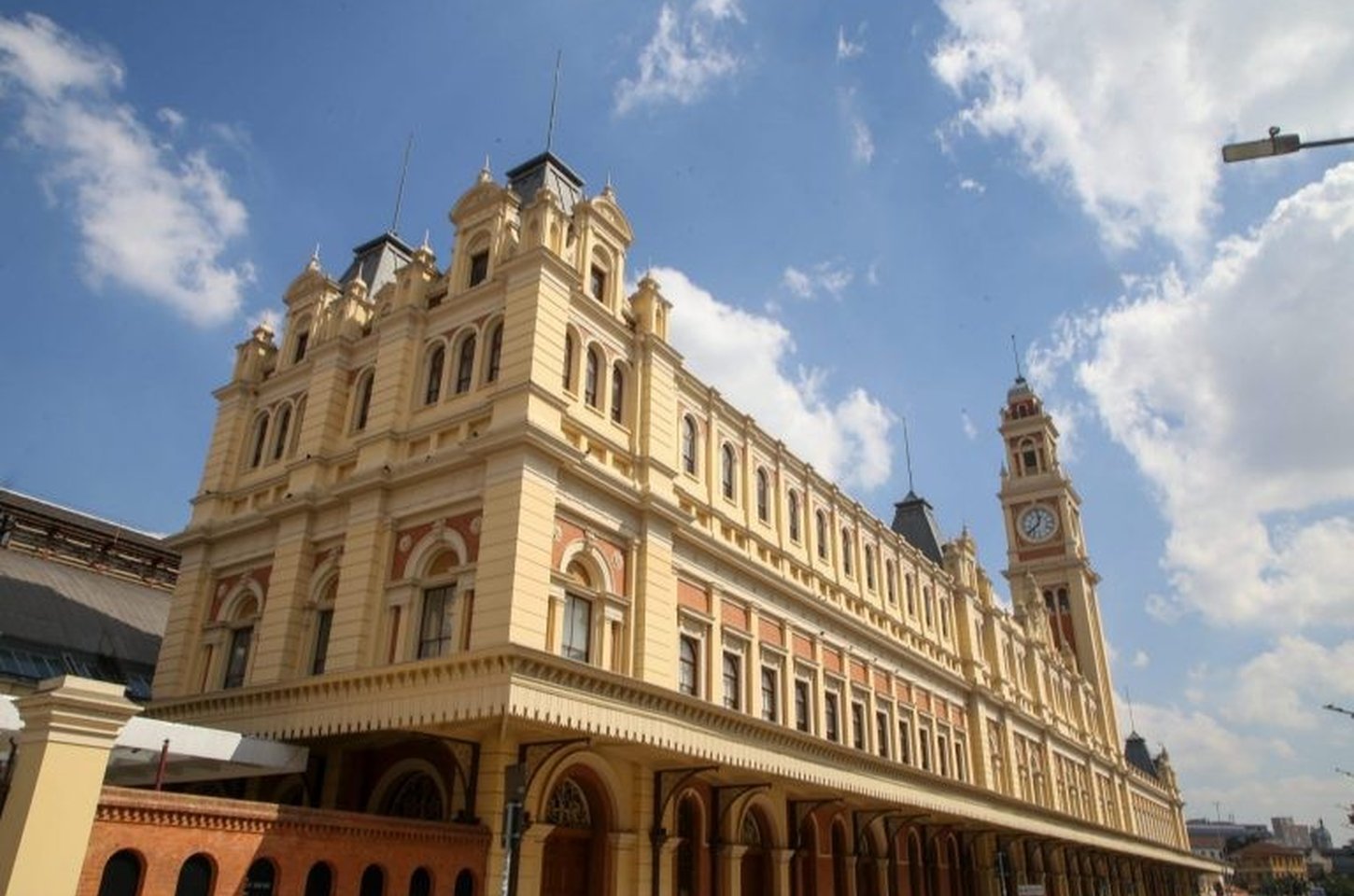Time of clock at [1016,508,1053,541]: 12:38
